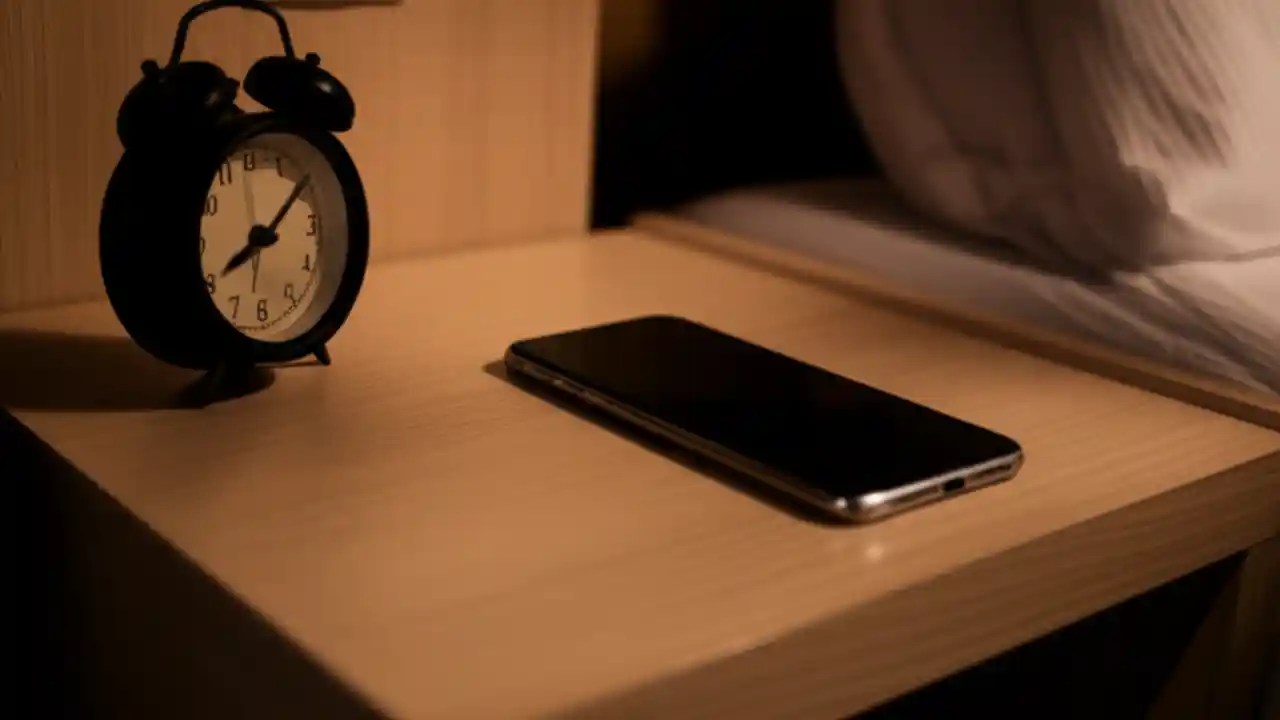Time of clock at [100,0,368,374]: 8:08
